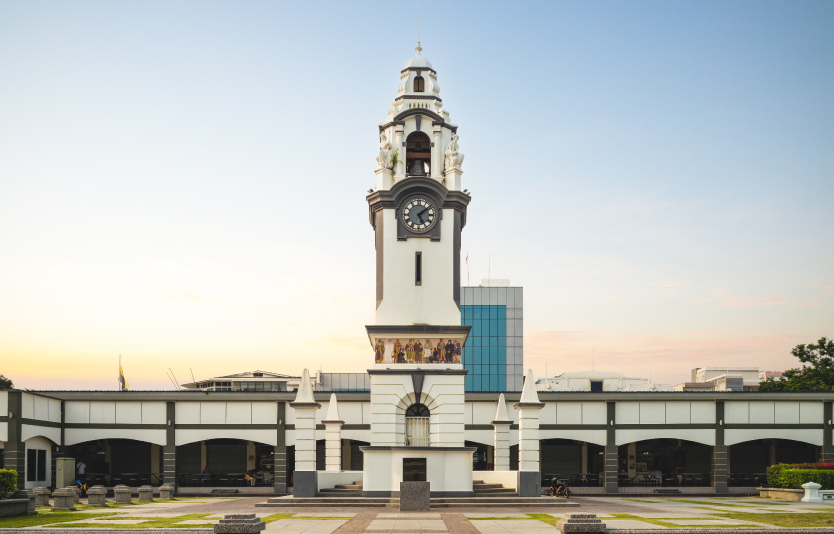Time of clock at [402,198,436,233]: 5:08
